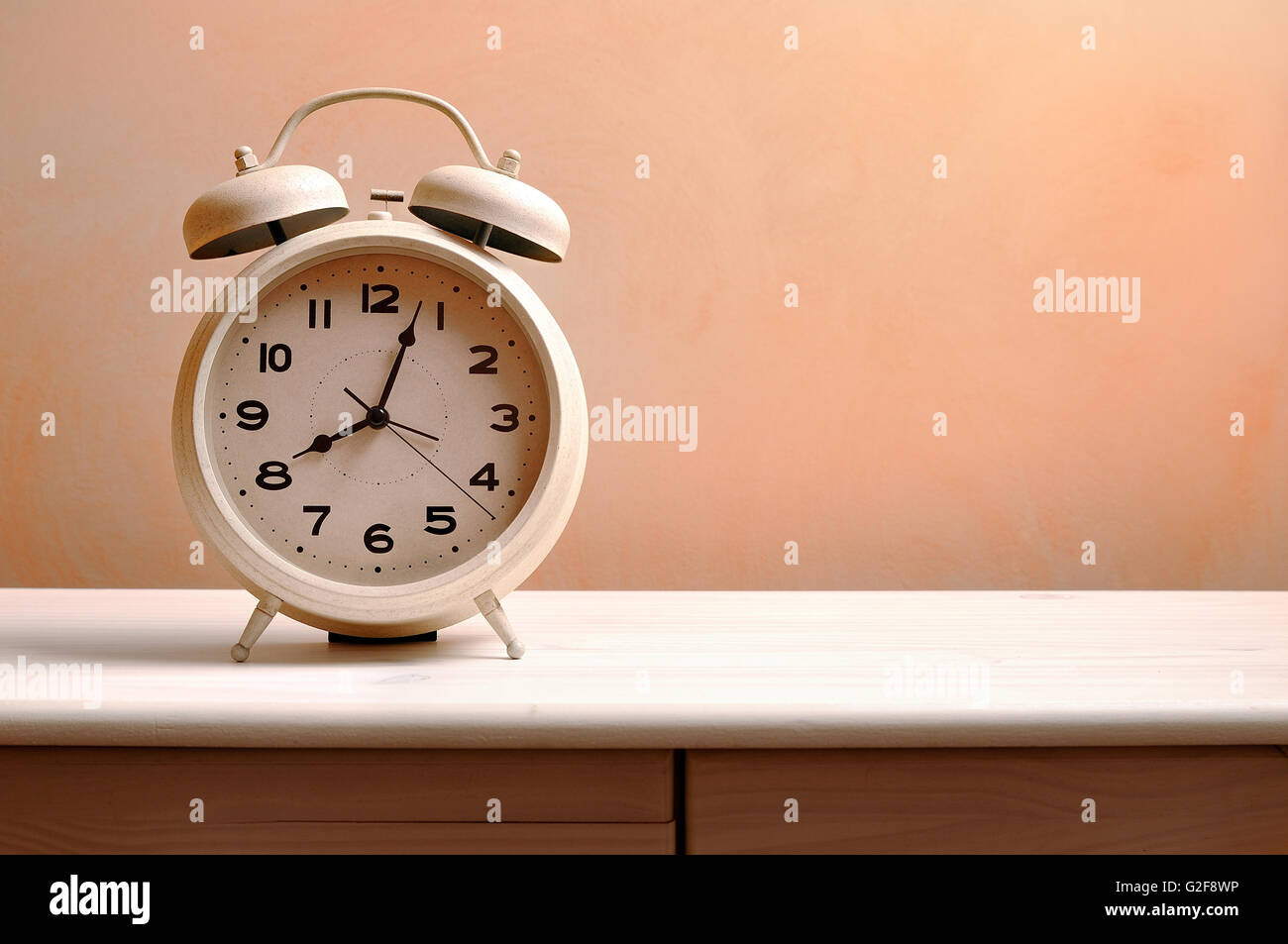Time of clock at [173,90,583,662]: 8:03
